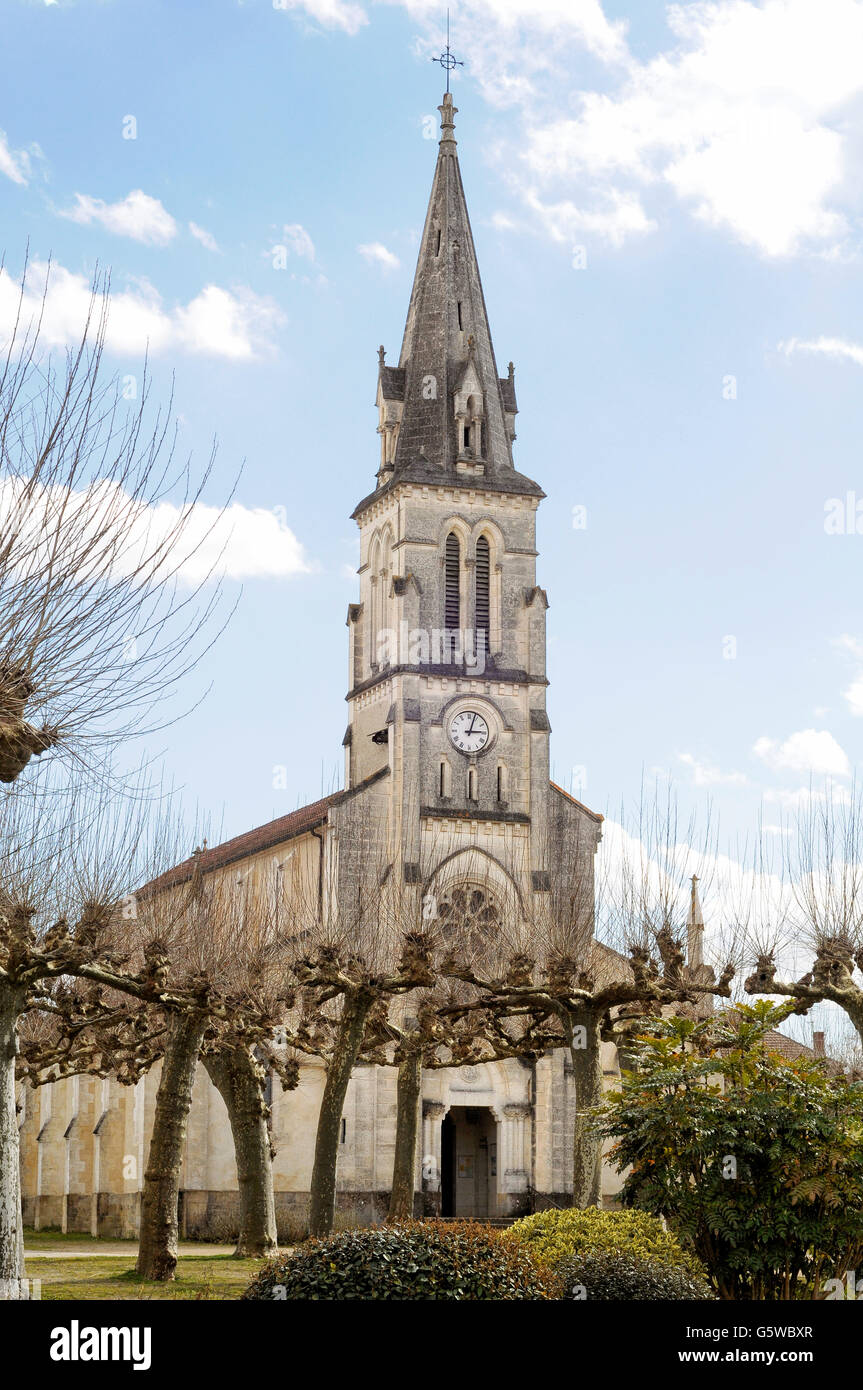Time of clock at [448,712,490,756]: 3:03
